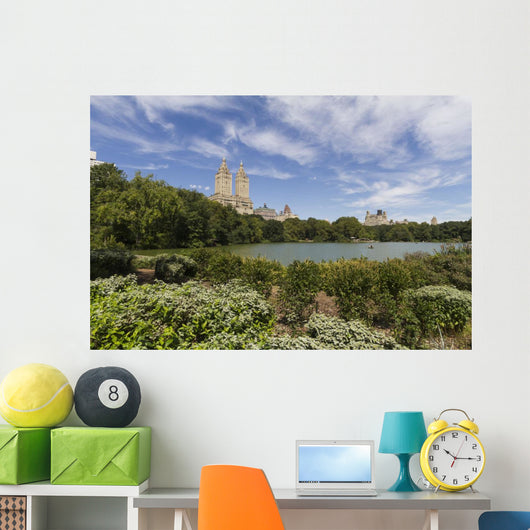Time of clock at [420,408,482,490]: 10:15
